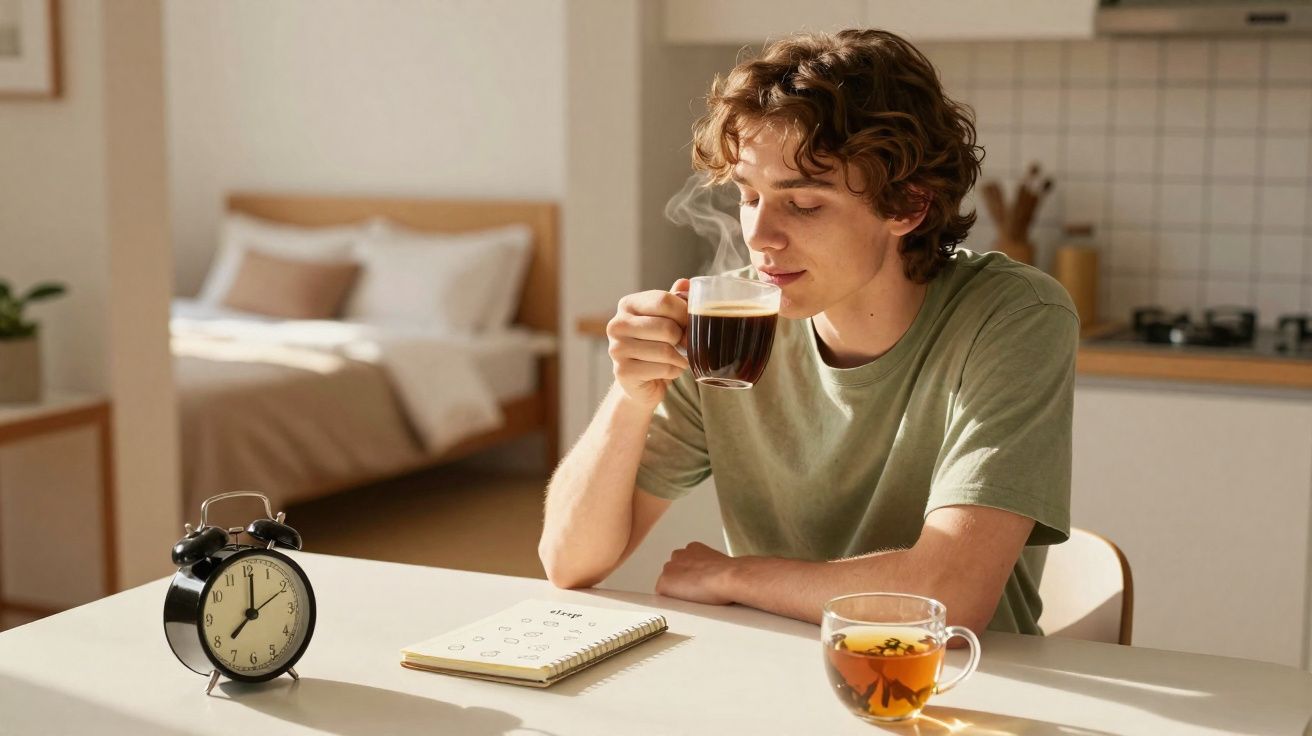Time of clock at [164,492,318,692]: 8:01
